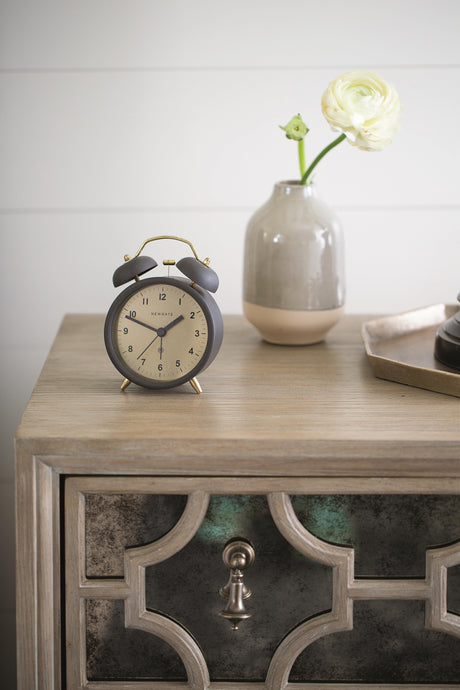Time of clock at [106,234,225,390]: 1:48
